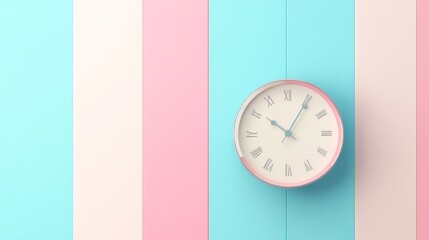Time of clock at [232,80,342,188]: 10:05
